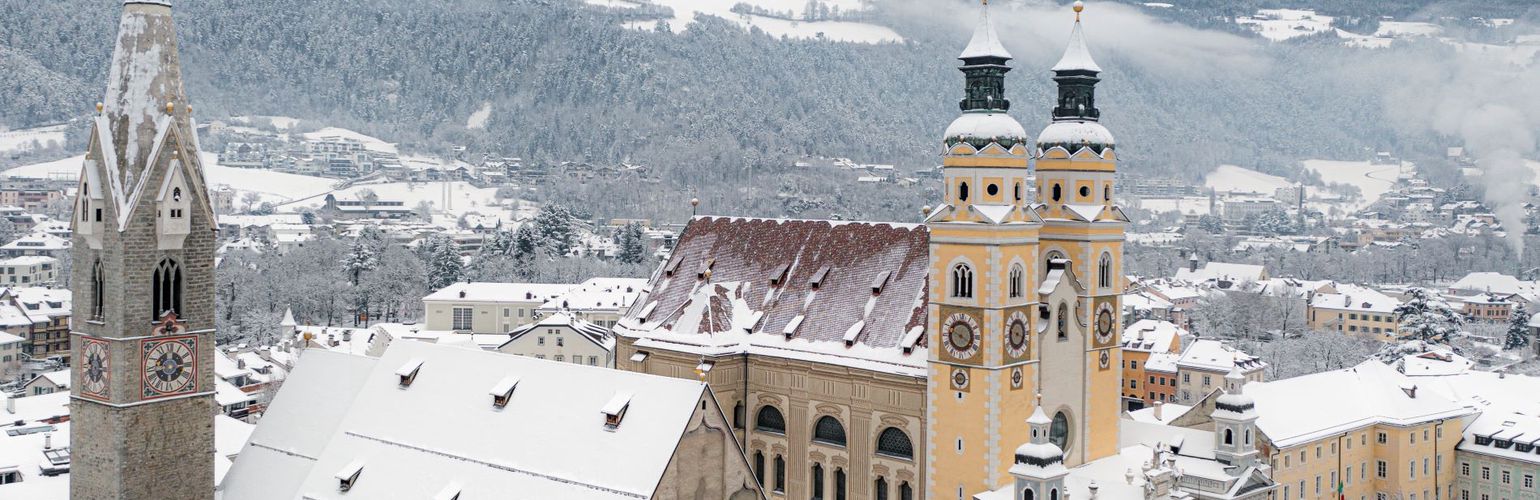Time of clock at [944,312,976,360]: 3:48
